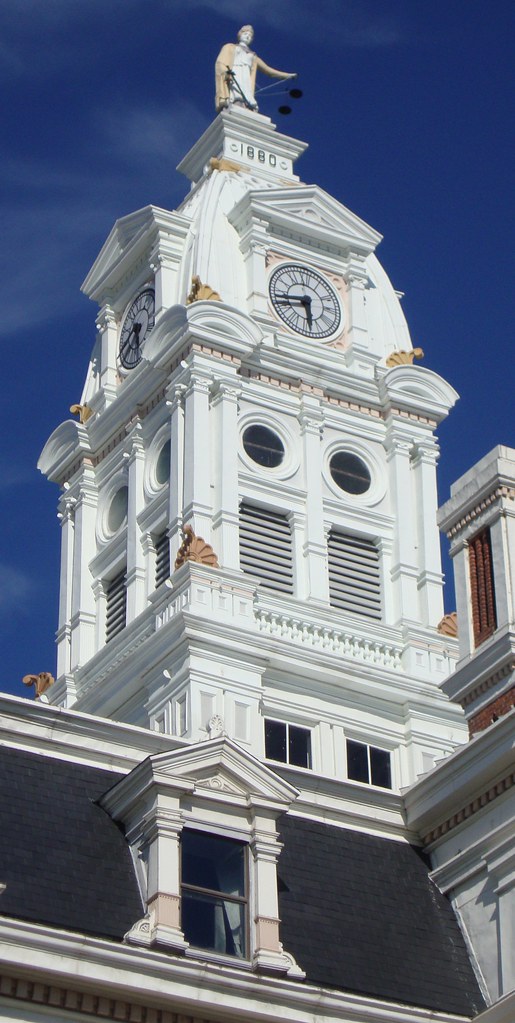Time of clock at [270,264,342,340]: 5:42
